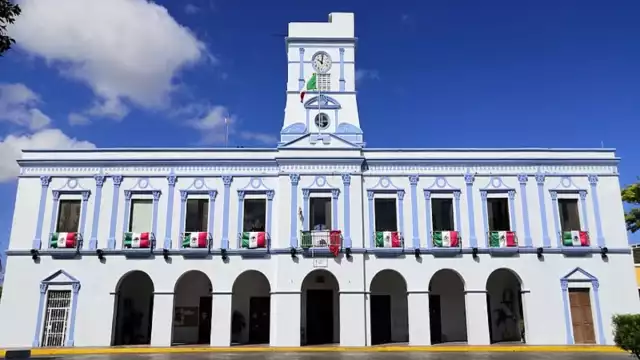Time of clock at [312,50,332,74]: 10:00
